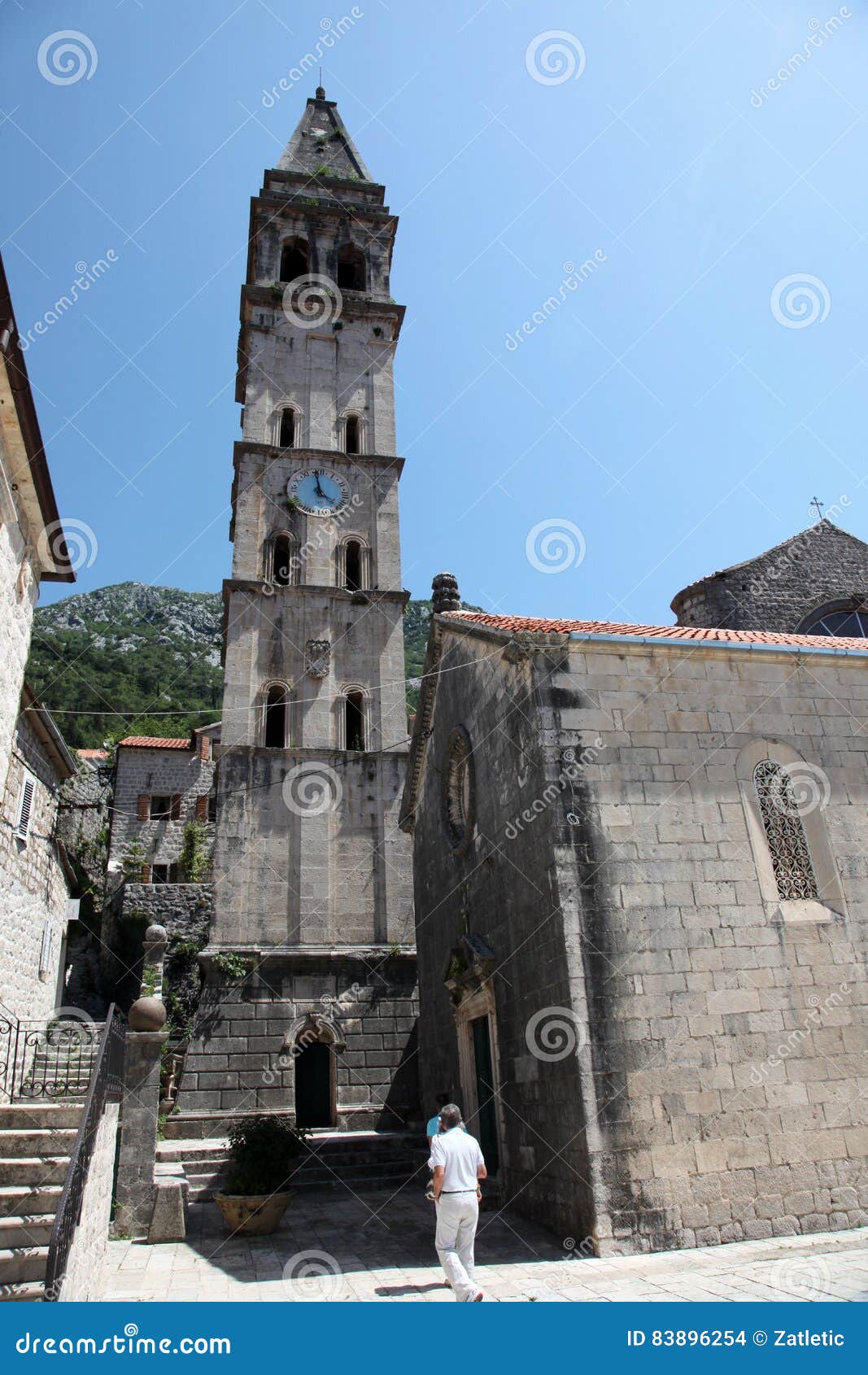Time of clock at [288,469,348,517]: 3:58
